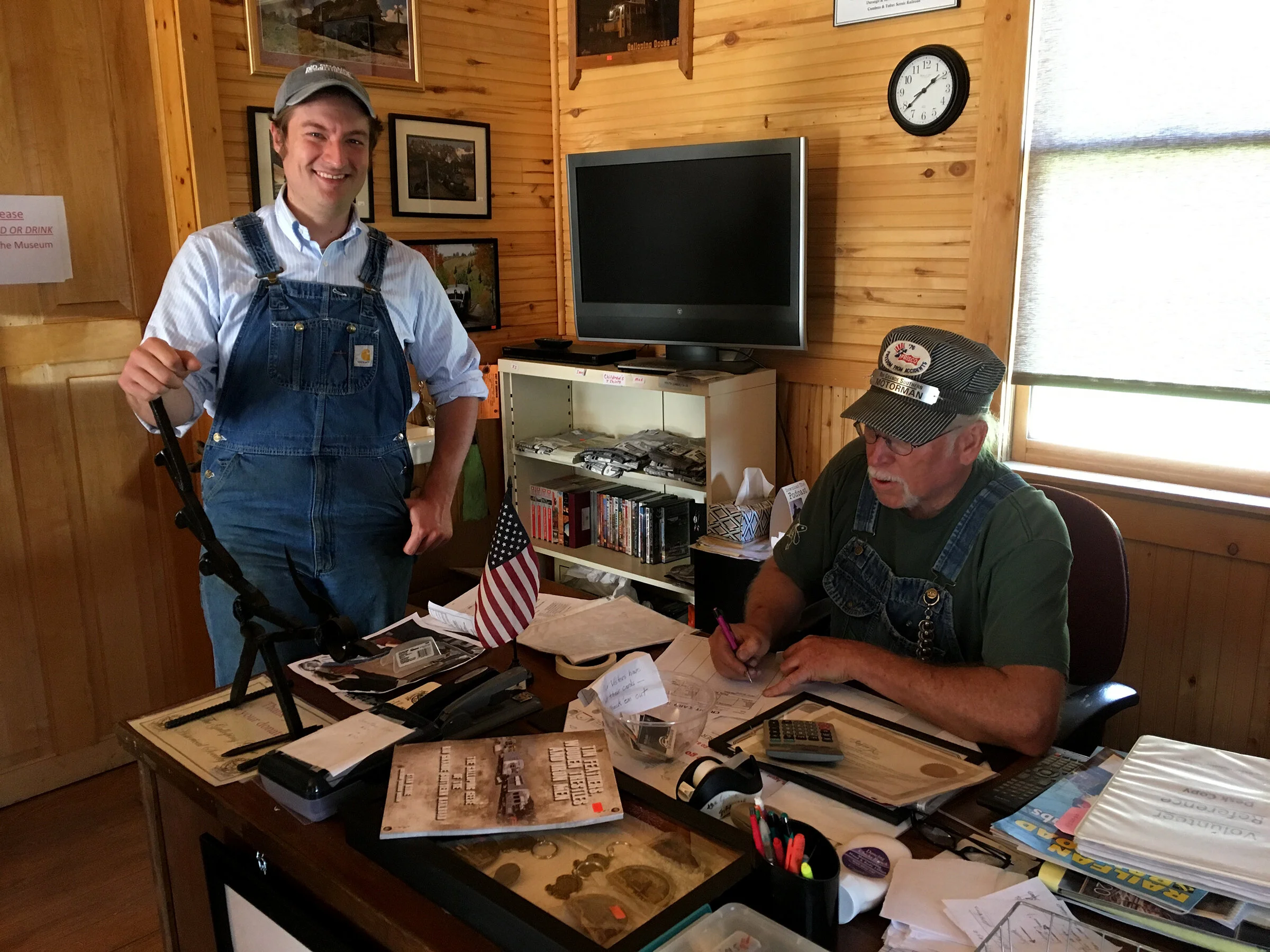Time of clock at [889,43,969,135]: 1:38
